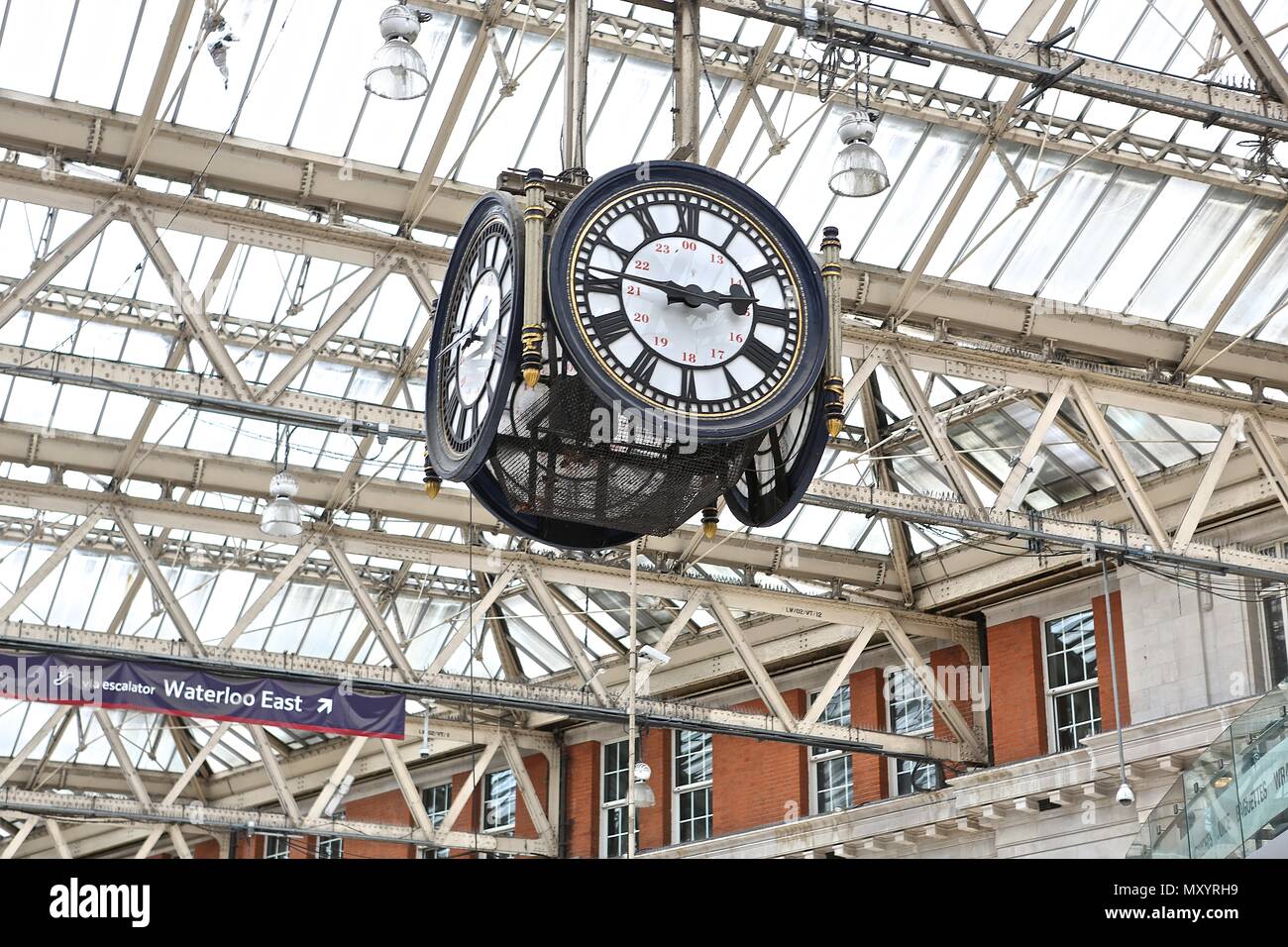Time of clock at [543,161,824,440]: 2:45
